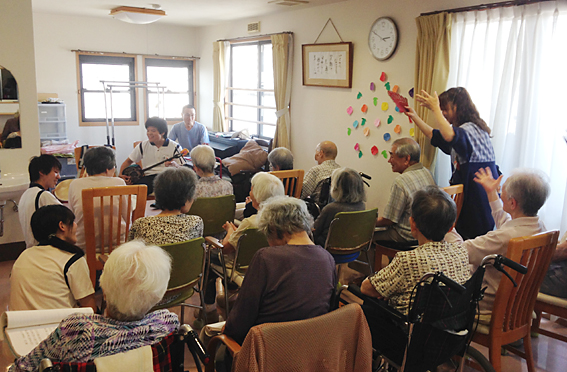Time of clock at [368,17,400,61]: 2:49
